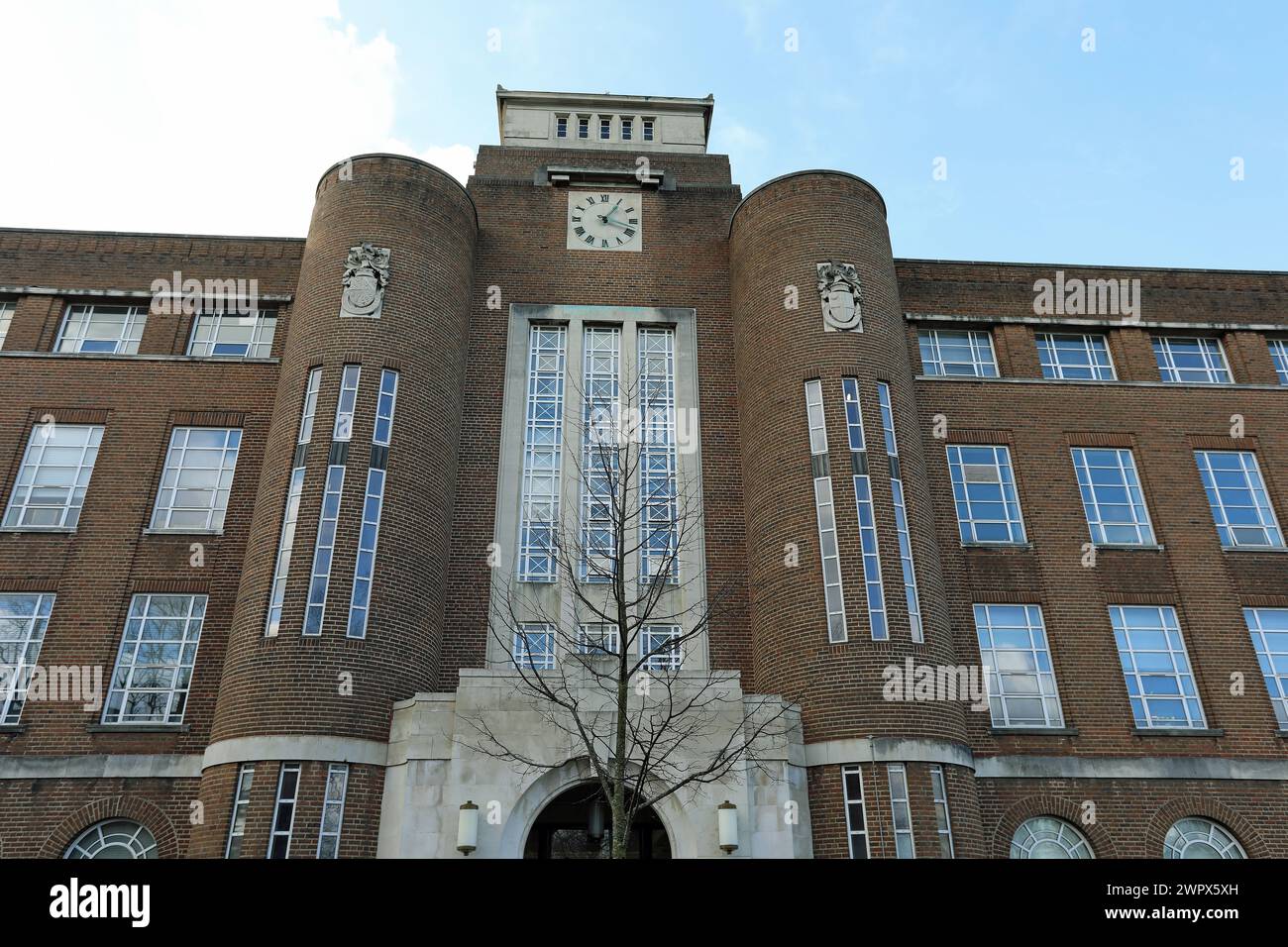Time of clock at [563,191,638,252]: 1:18
